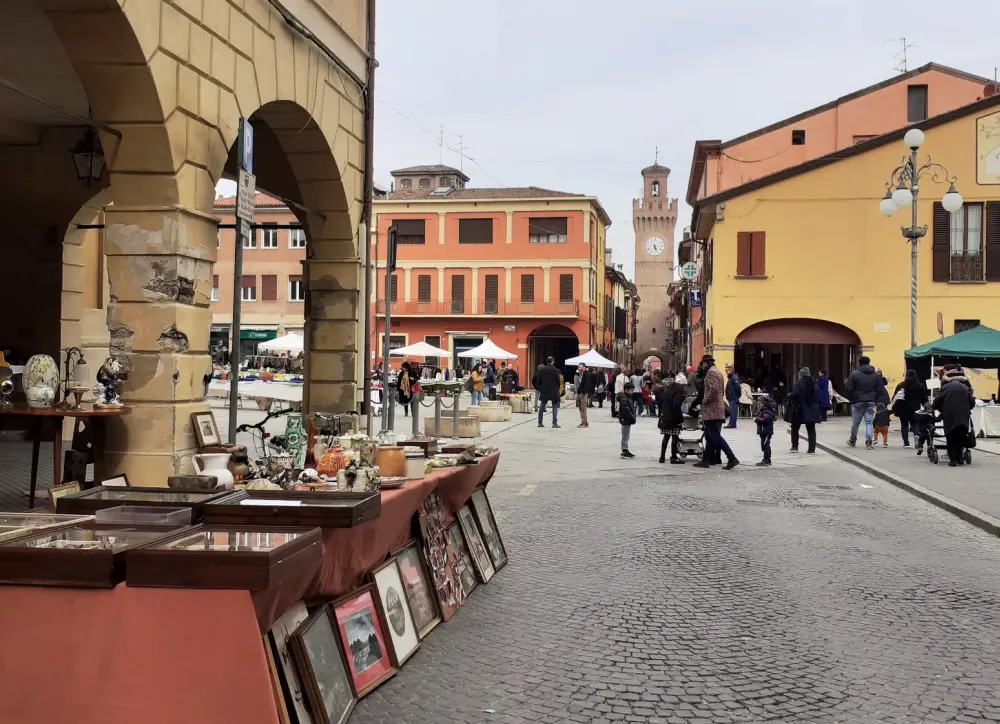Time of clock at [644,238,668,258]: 5:26
